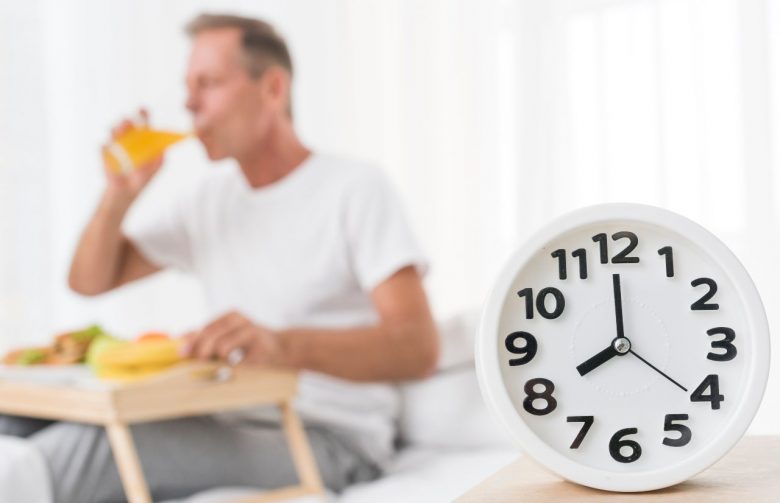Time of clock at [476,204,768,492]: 7:59
